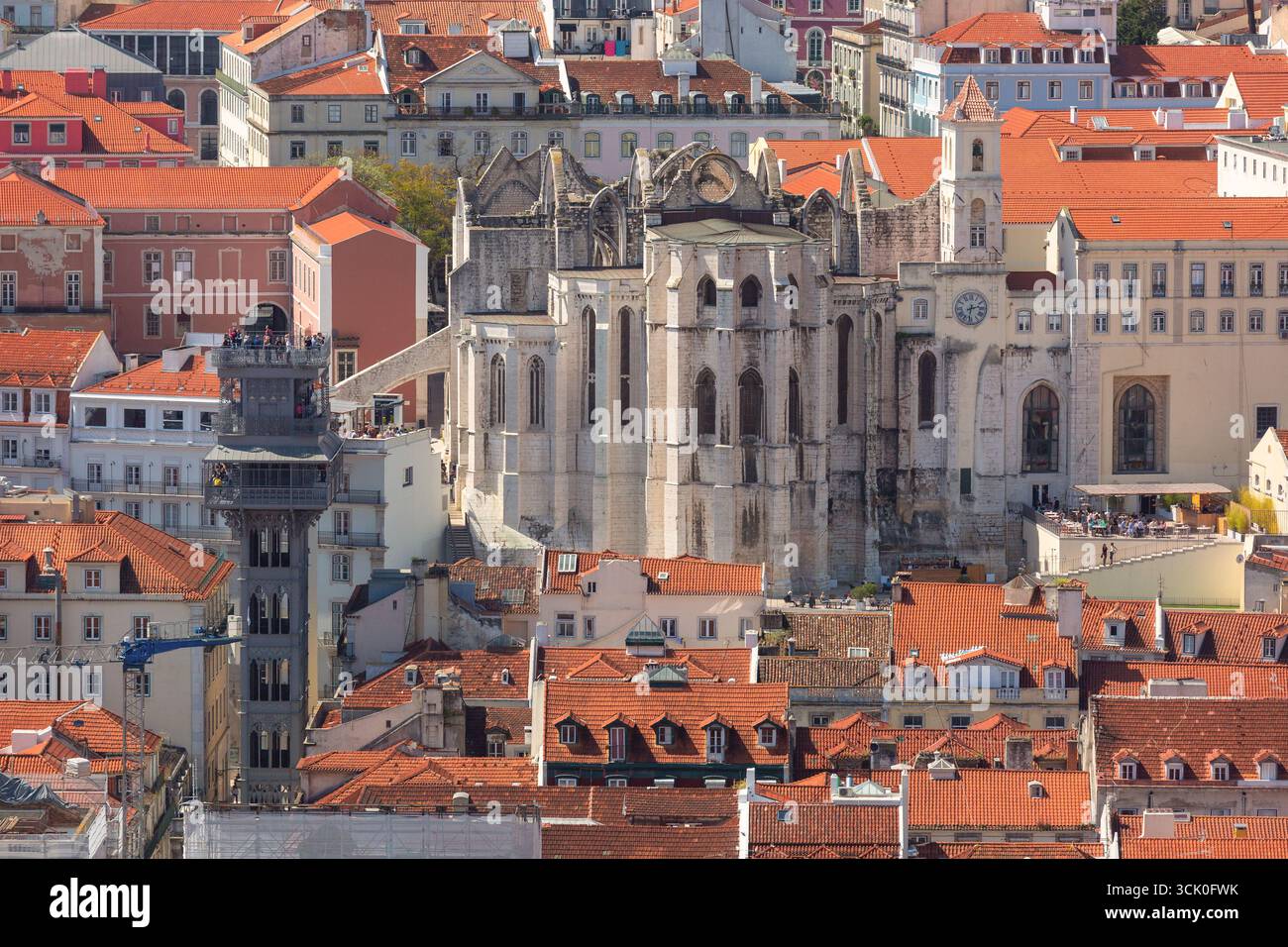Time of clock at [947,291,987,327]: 2:31
